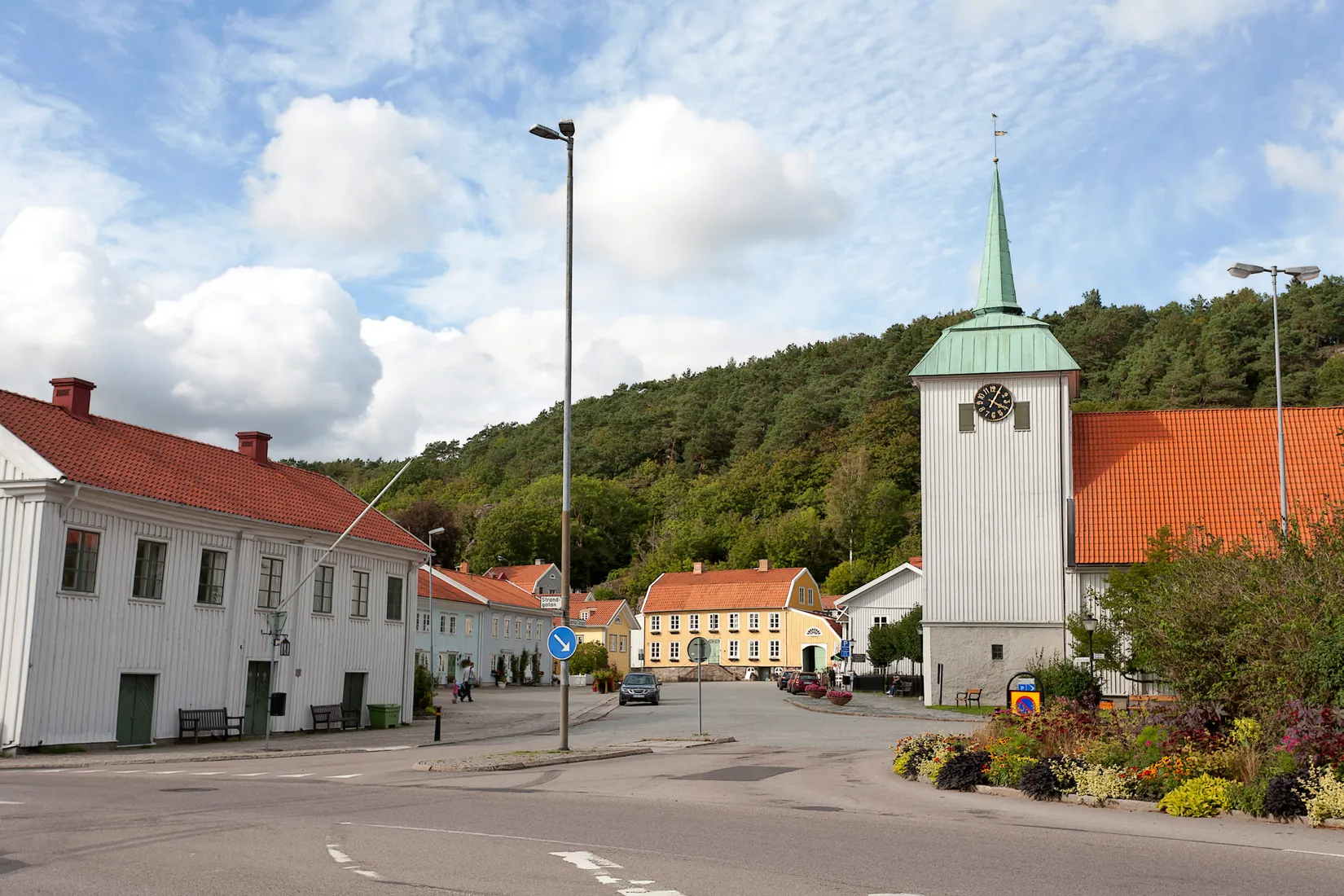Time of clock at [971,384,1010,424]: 4:04
